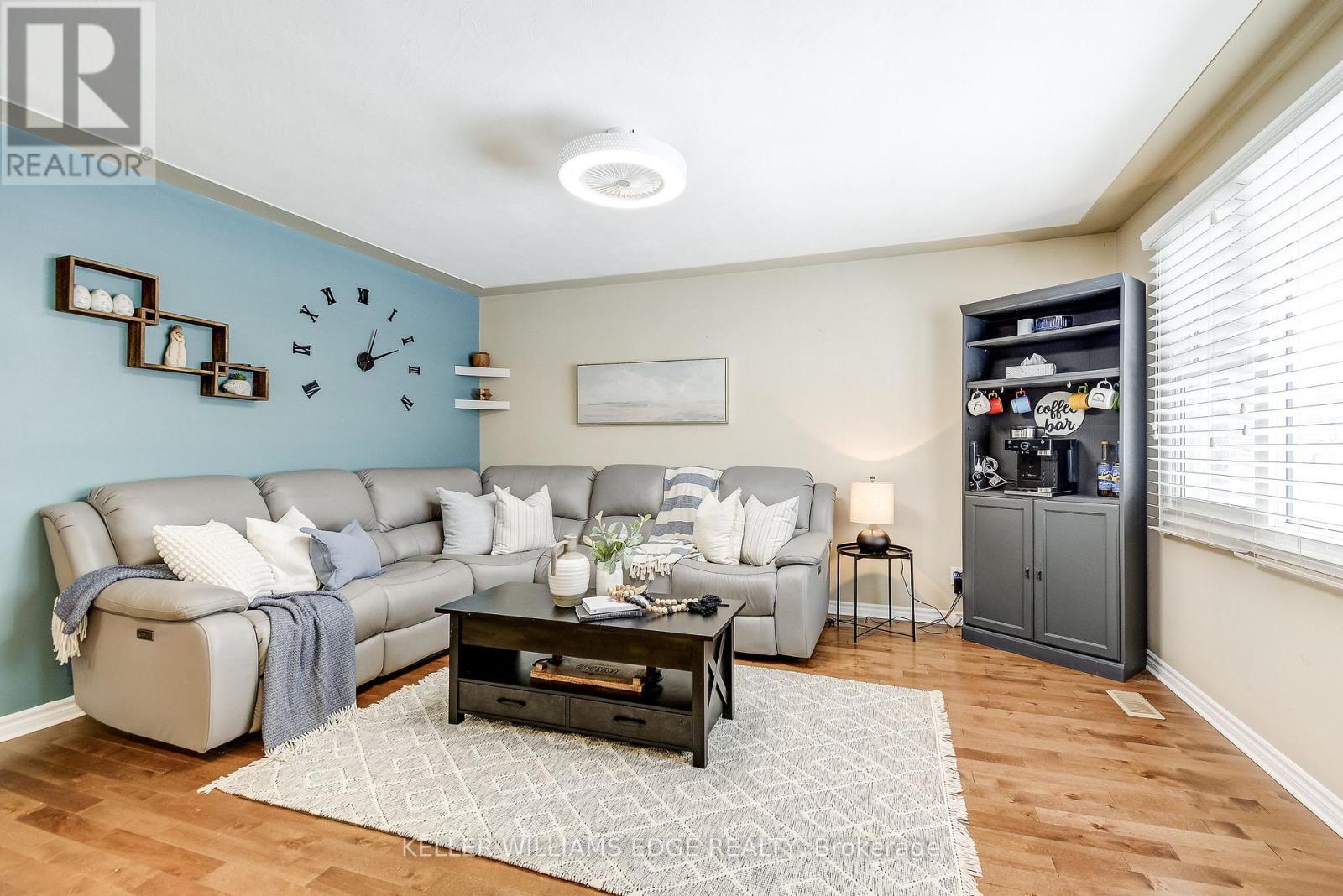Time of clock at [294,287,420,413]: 2:03
